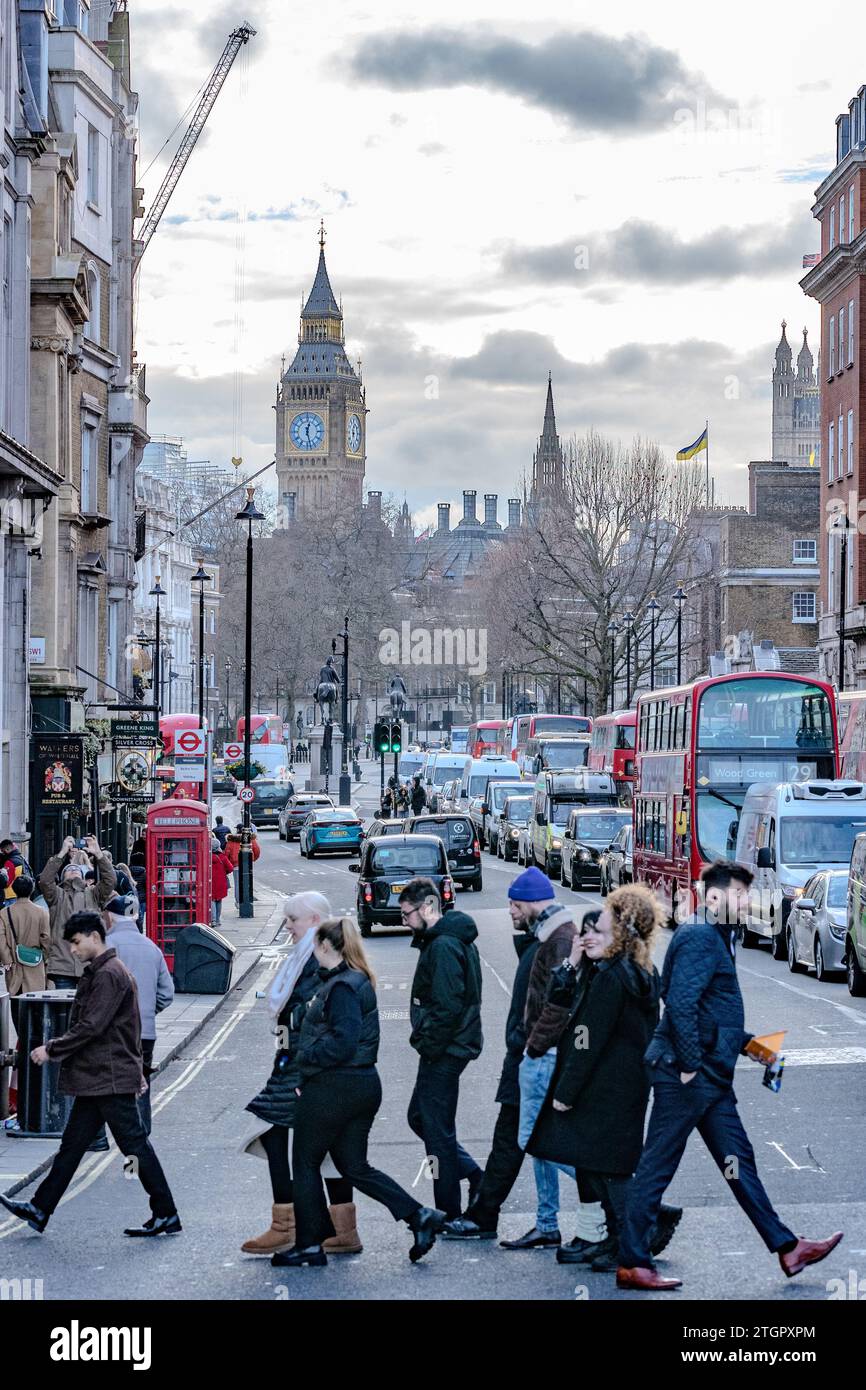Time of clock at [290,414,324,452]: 12:27
